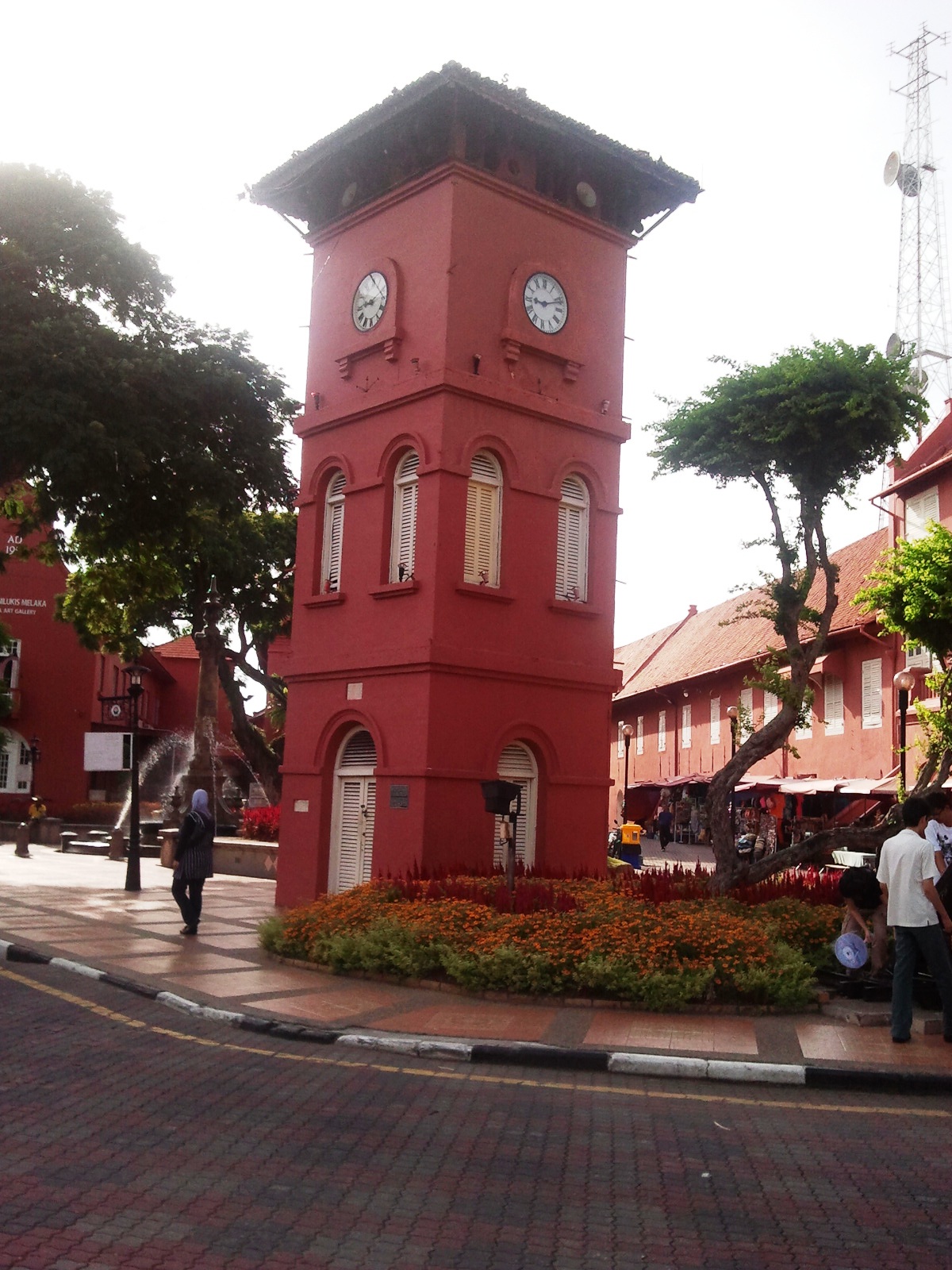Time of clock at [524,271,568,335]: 9:11
